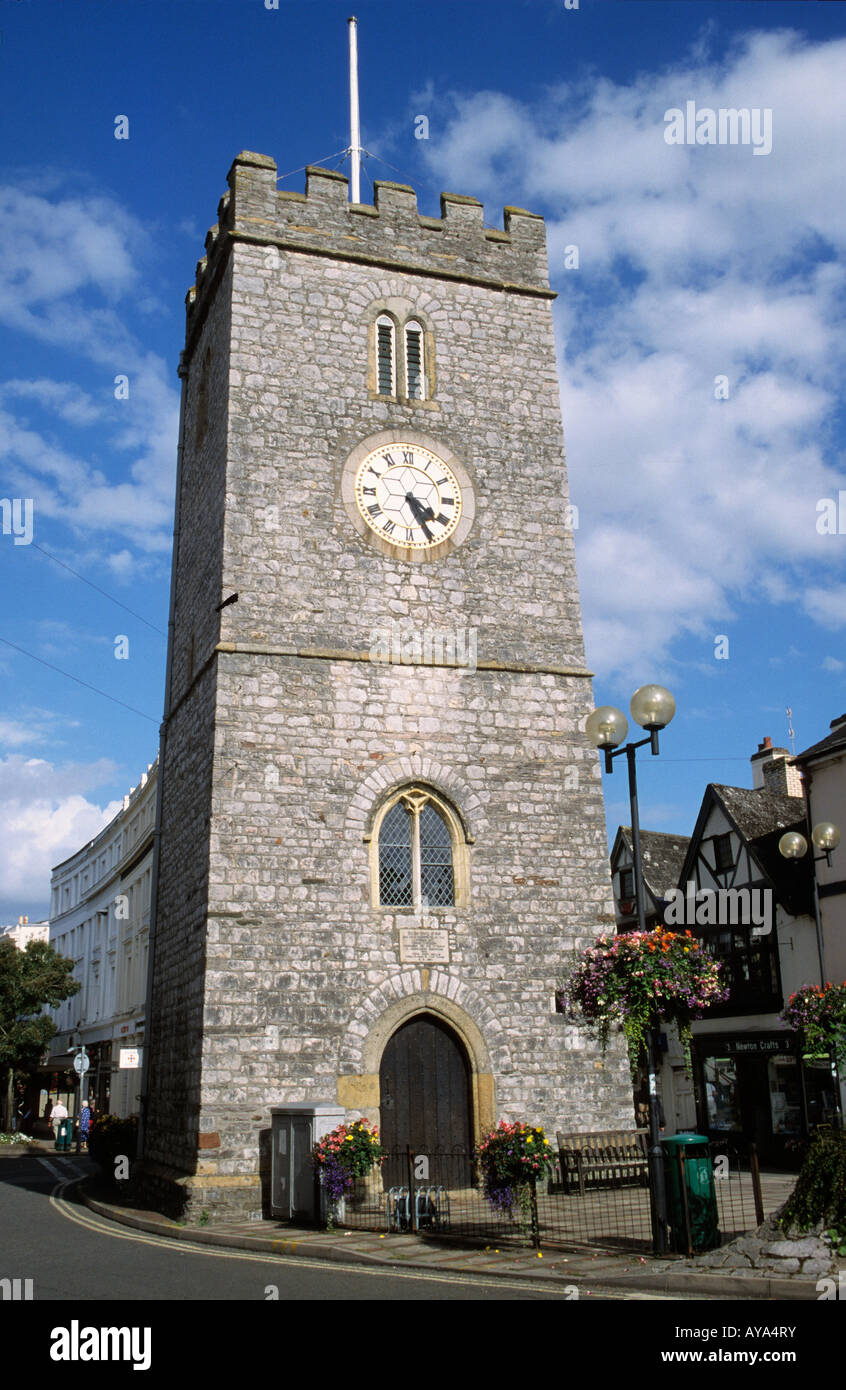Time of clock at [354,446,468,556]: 4:25
